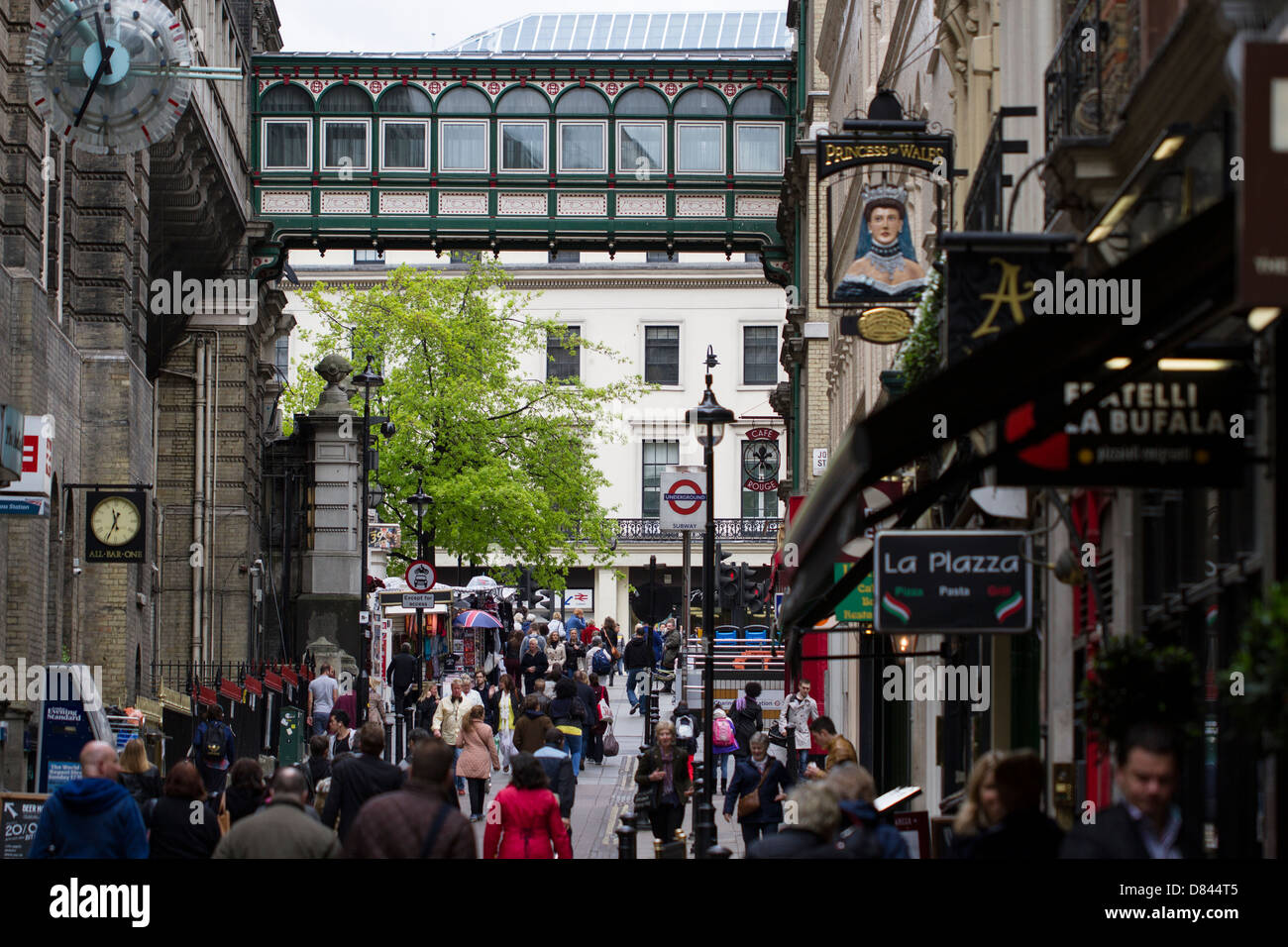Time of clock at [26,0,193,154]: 11:34
